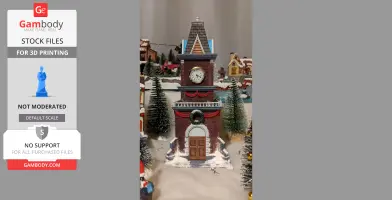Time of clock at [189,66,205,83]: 5:18
